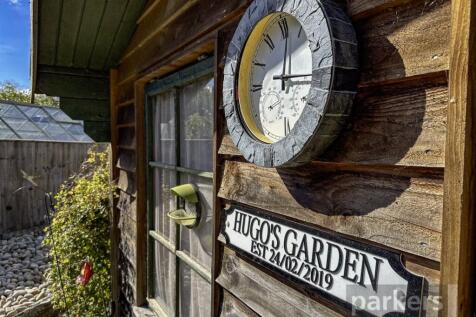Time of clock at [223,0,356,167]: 12:16
